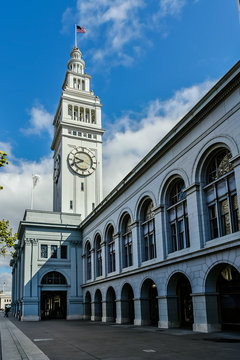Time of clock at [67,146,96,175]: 9:41
